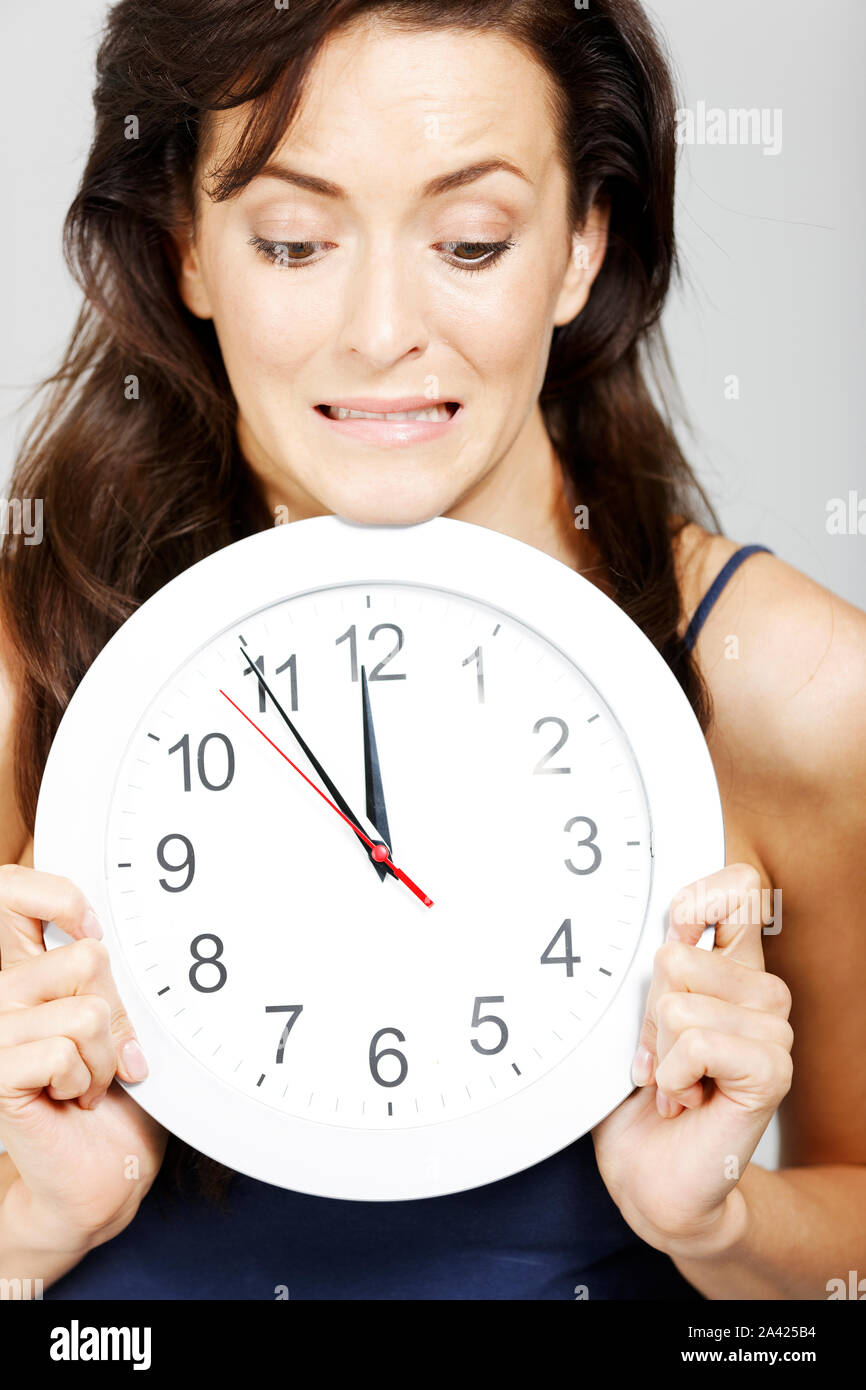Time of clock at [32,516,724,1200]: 11:54
